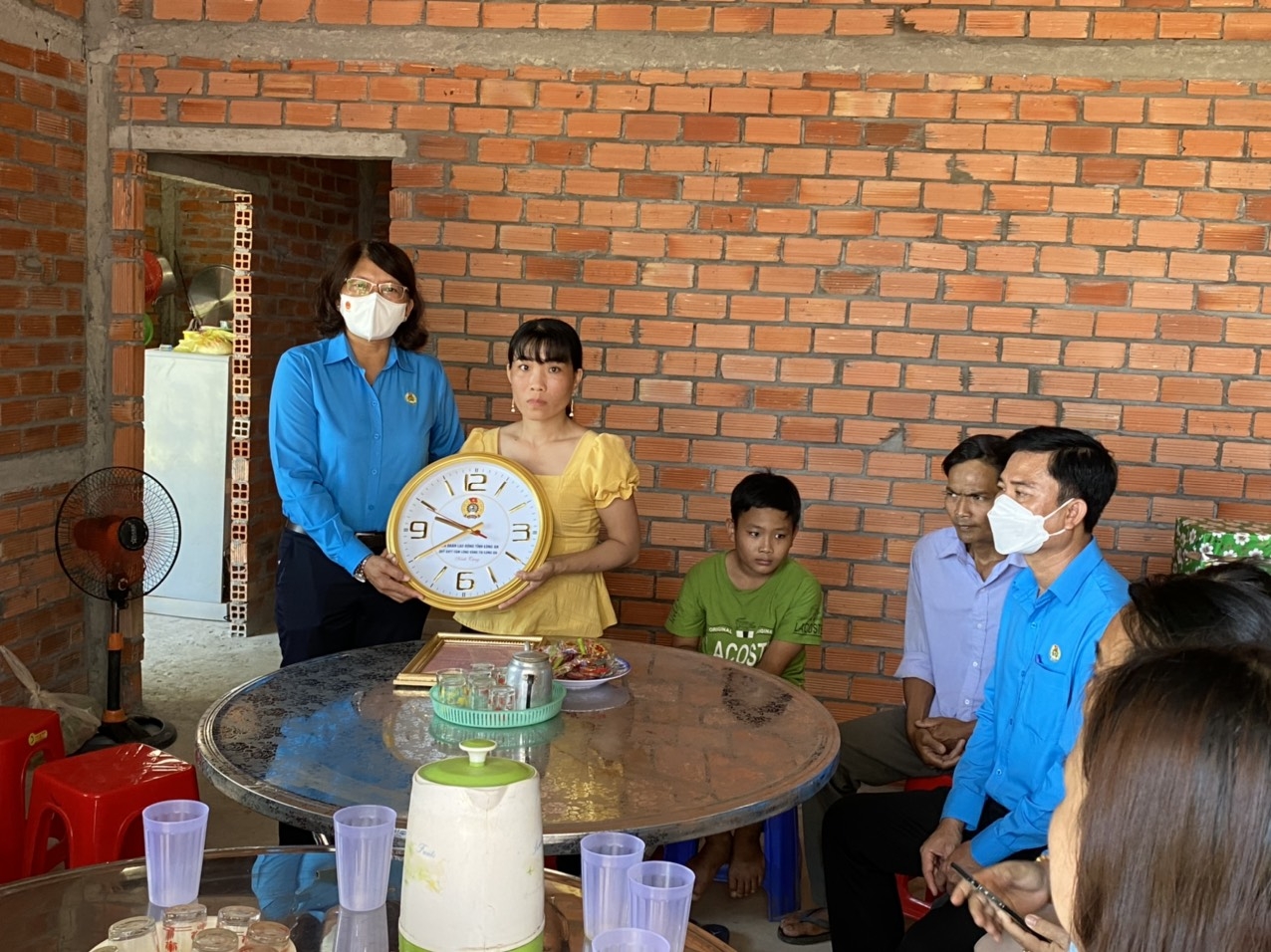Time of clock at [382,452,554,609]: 9:40
